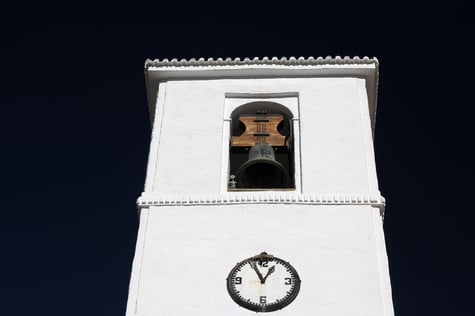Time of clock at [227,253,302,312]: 12:55
